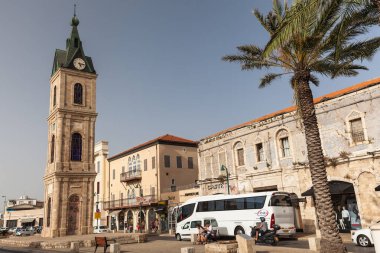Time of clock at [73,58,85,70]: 5:15
